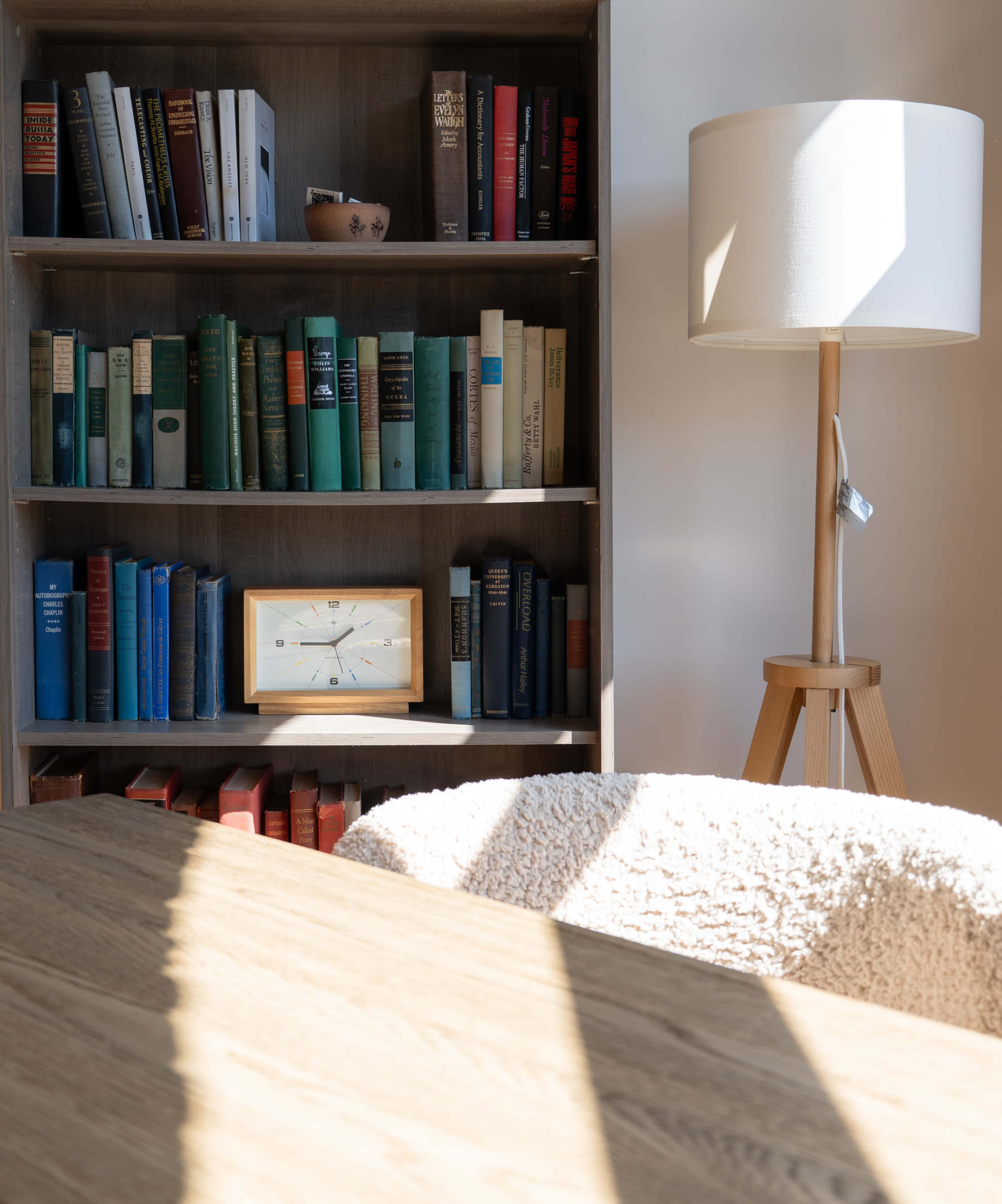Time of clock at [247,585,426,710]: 1:45
